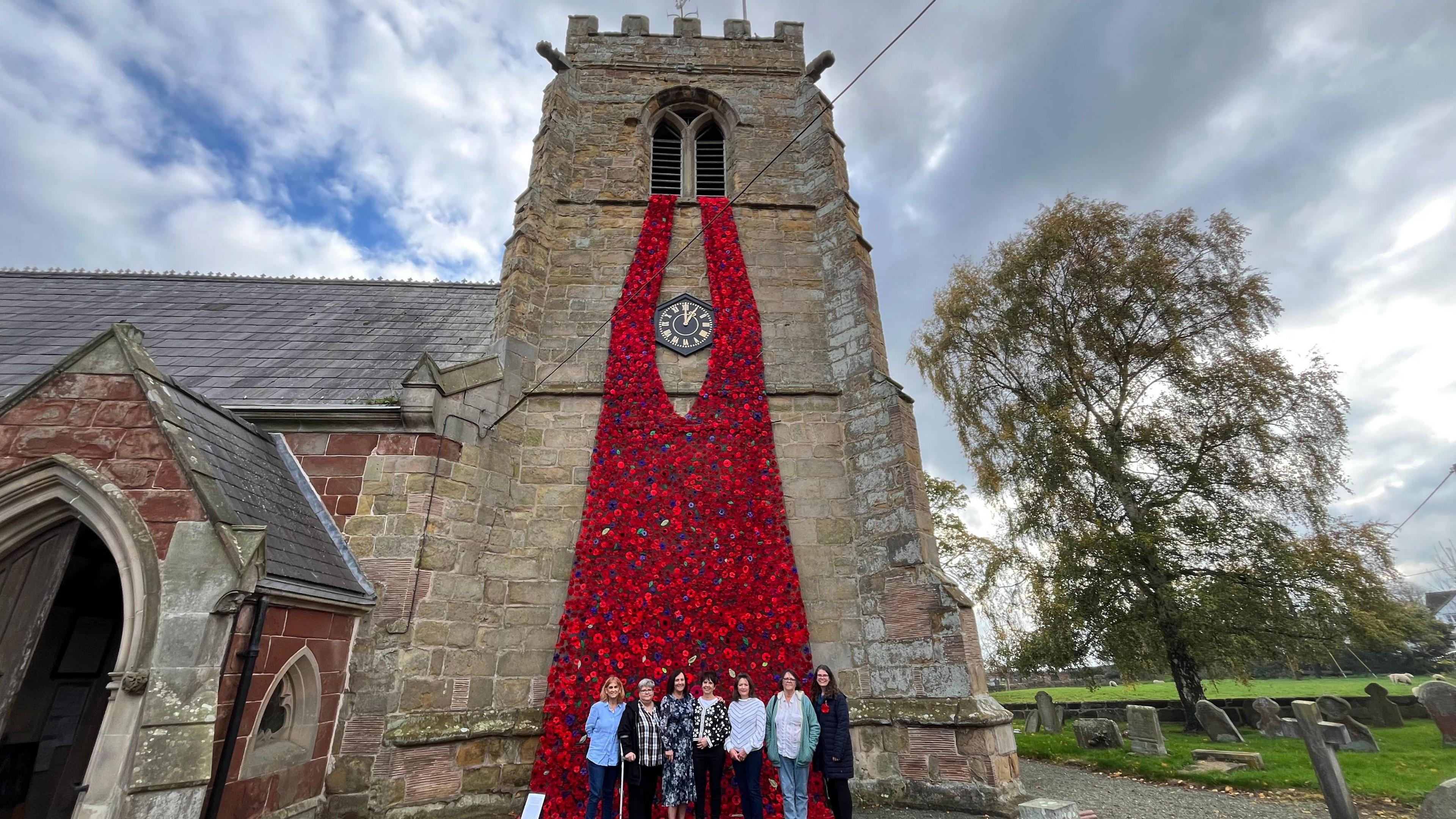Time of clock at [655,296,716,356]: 1:00
